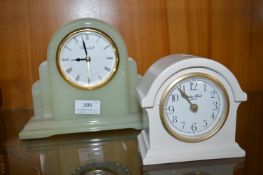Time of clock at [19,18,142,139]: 8:57
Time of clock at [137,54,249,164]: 10:53
